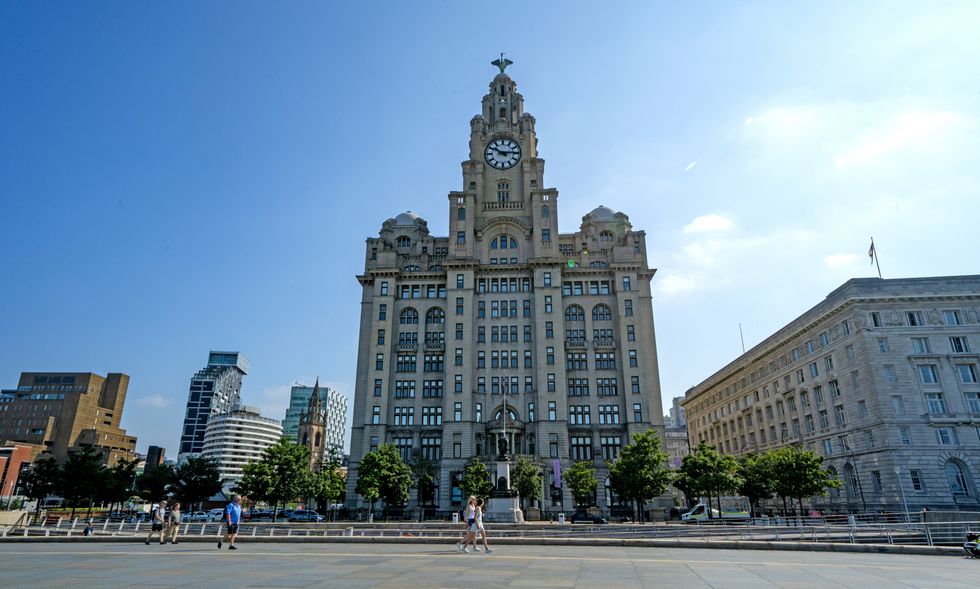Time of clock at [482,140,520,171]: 10:14
